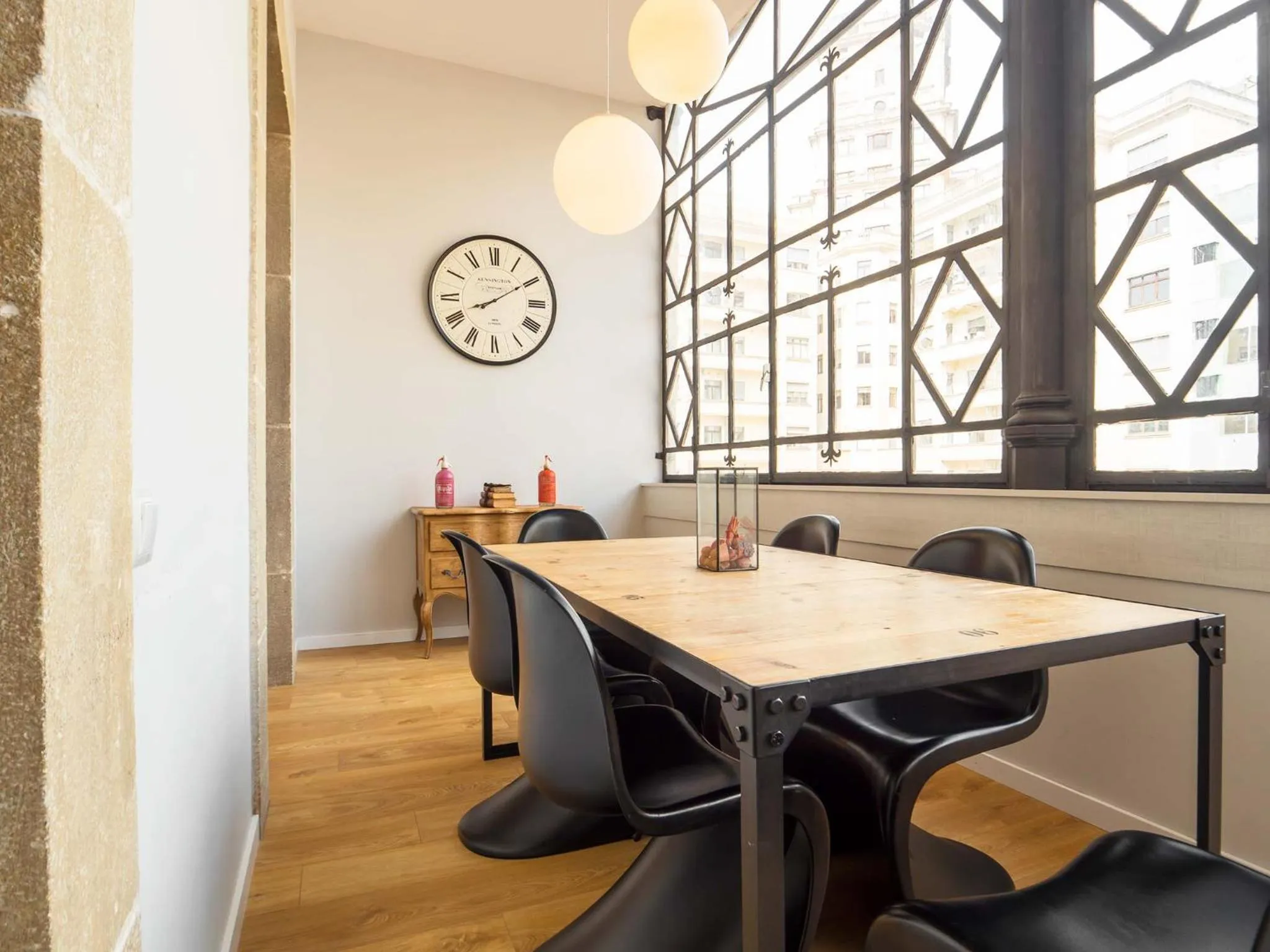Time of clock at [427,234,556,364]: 8:09
